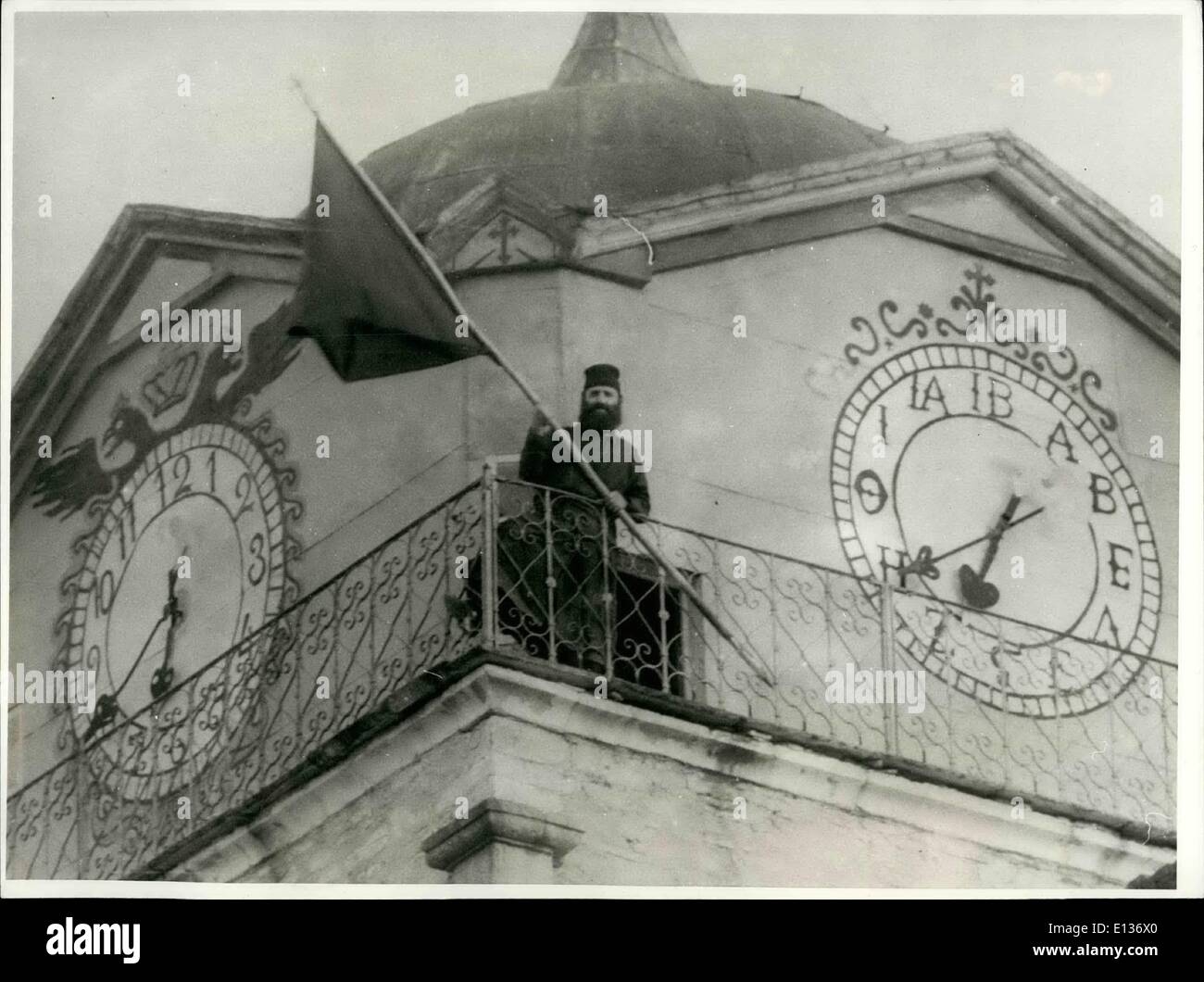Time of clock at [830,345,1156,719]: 6:39
